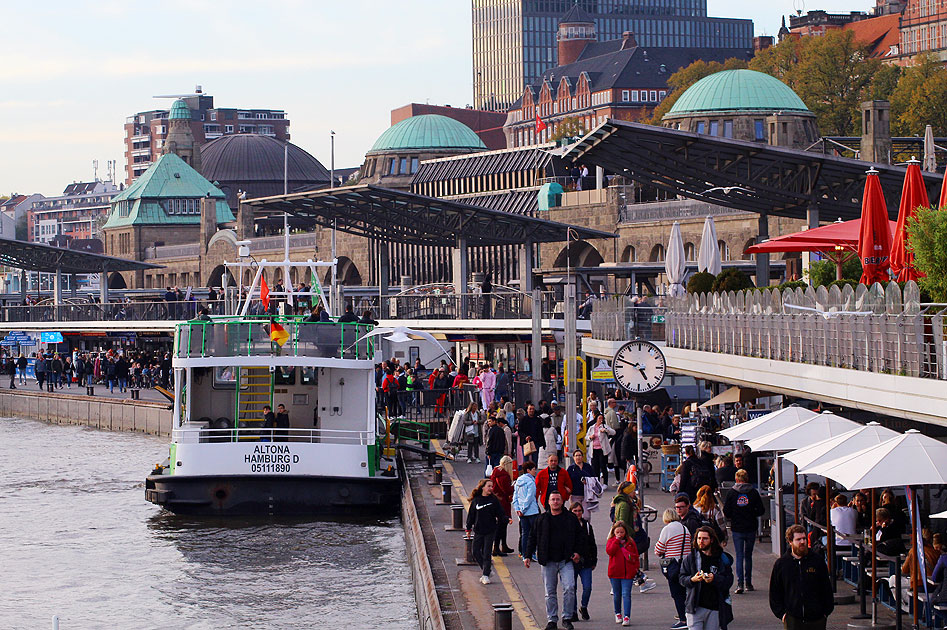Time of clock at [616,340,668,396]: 4:48
